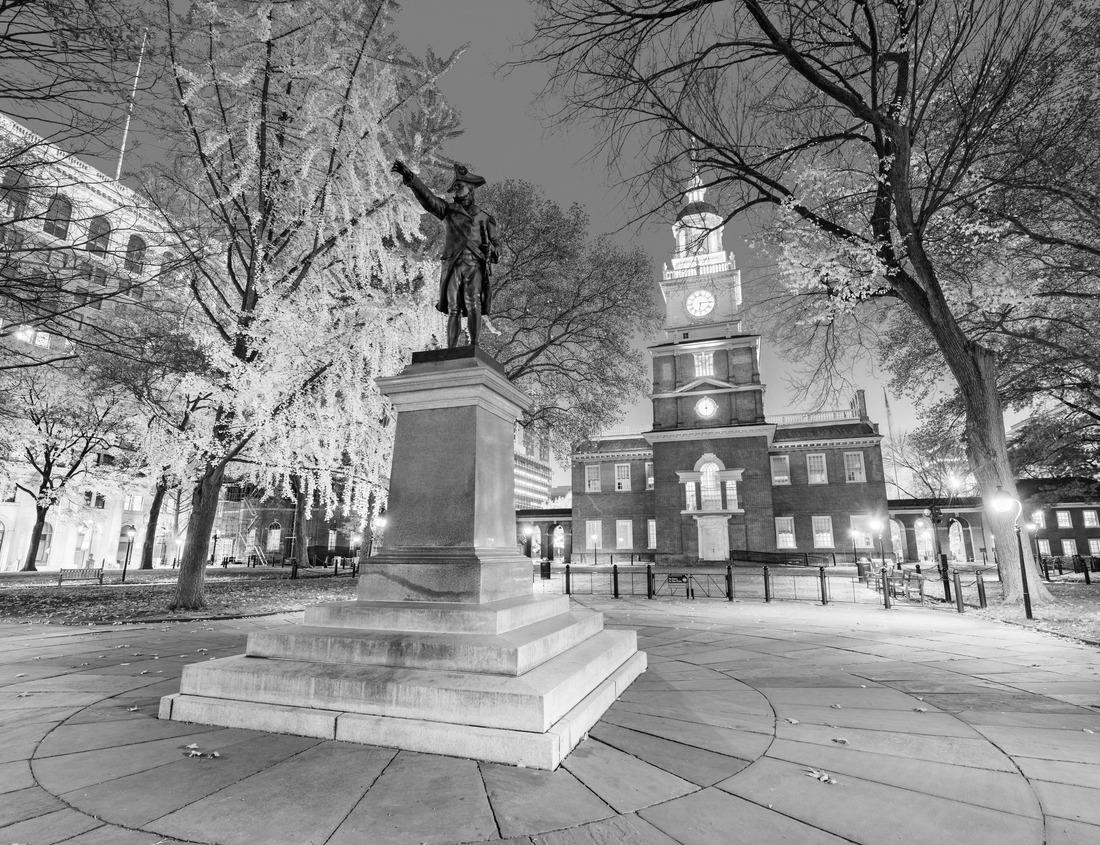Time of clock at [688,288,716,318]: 6:14
